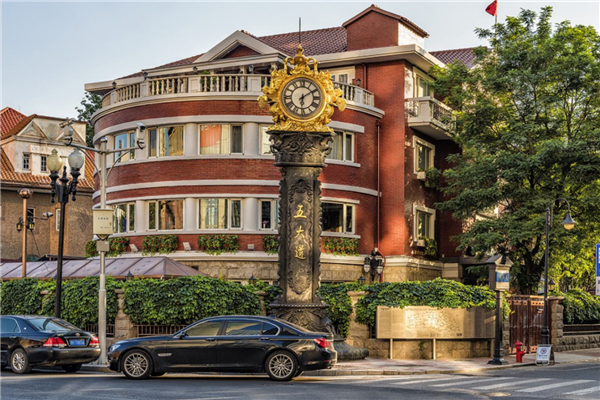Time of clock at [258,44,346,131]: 6:10
